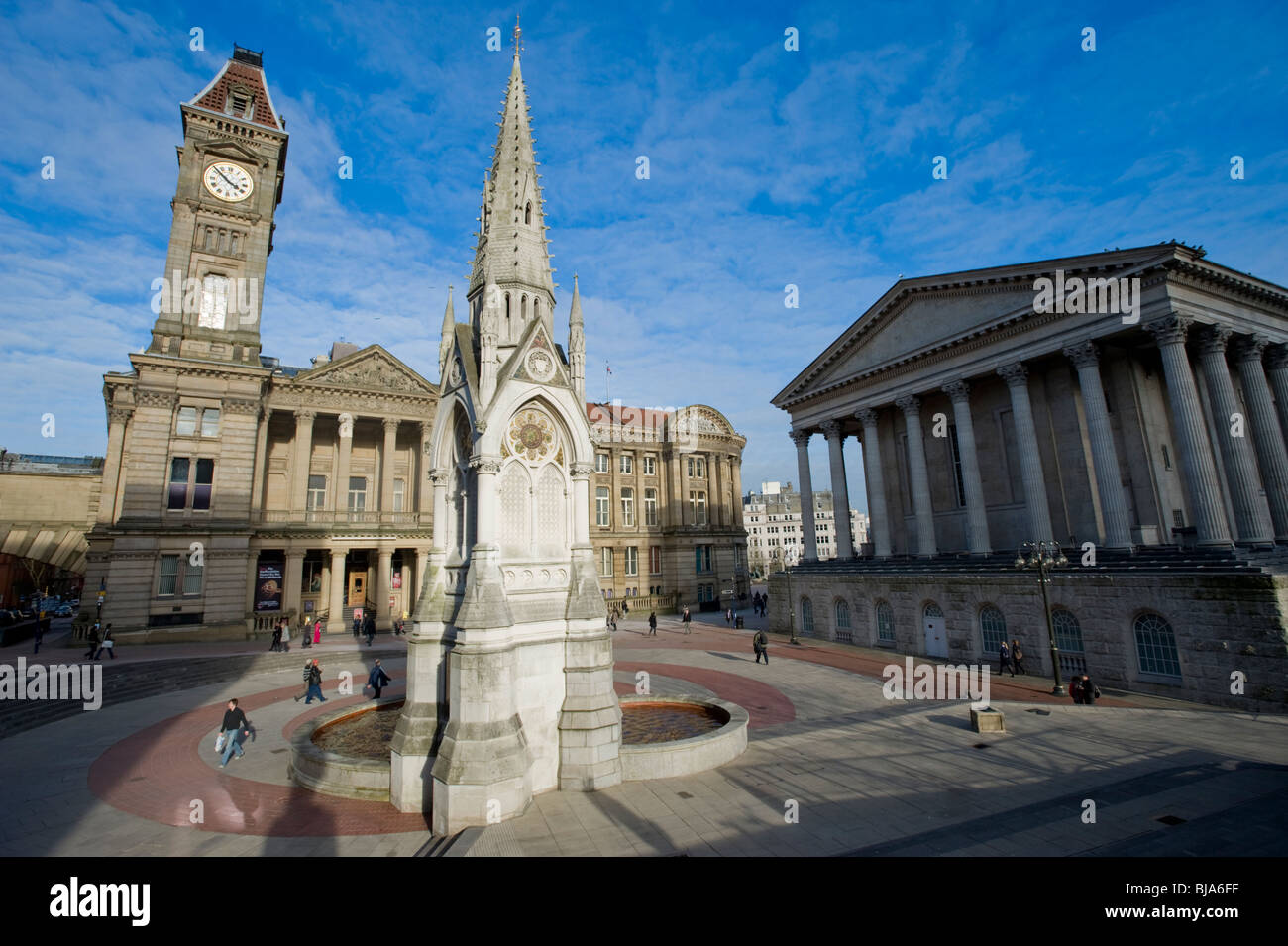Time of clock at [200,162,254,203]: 3:52
